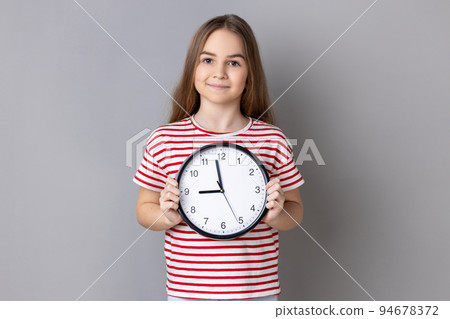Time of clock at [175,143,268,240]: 8:58
